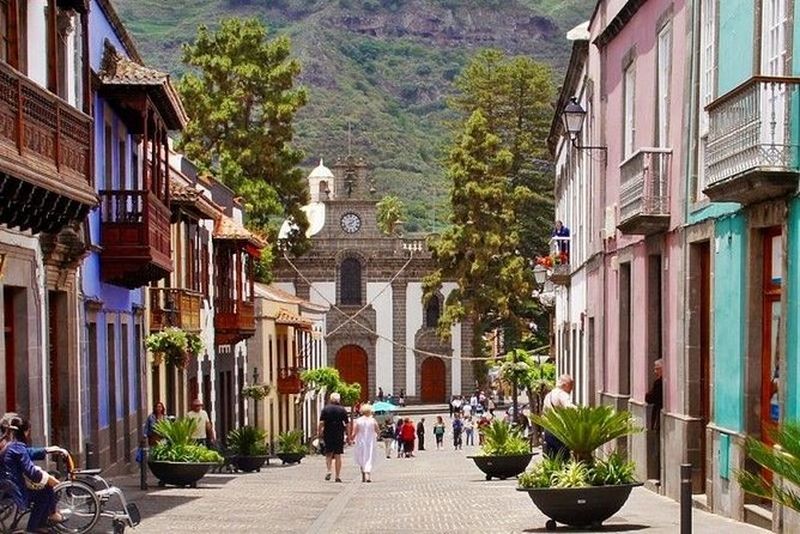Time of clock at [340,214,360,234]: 8:09
